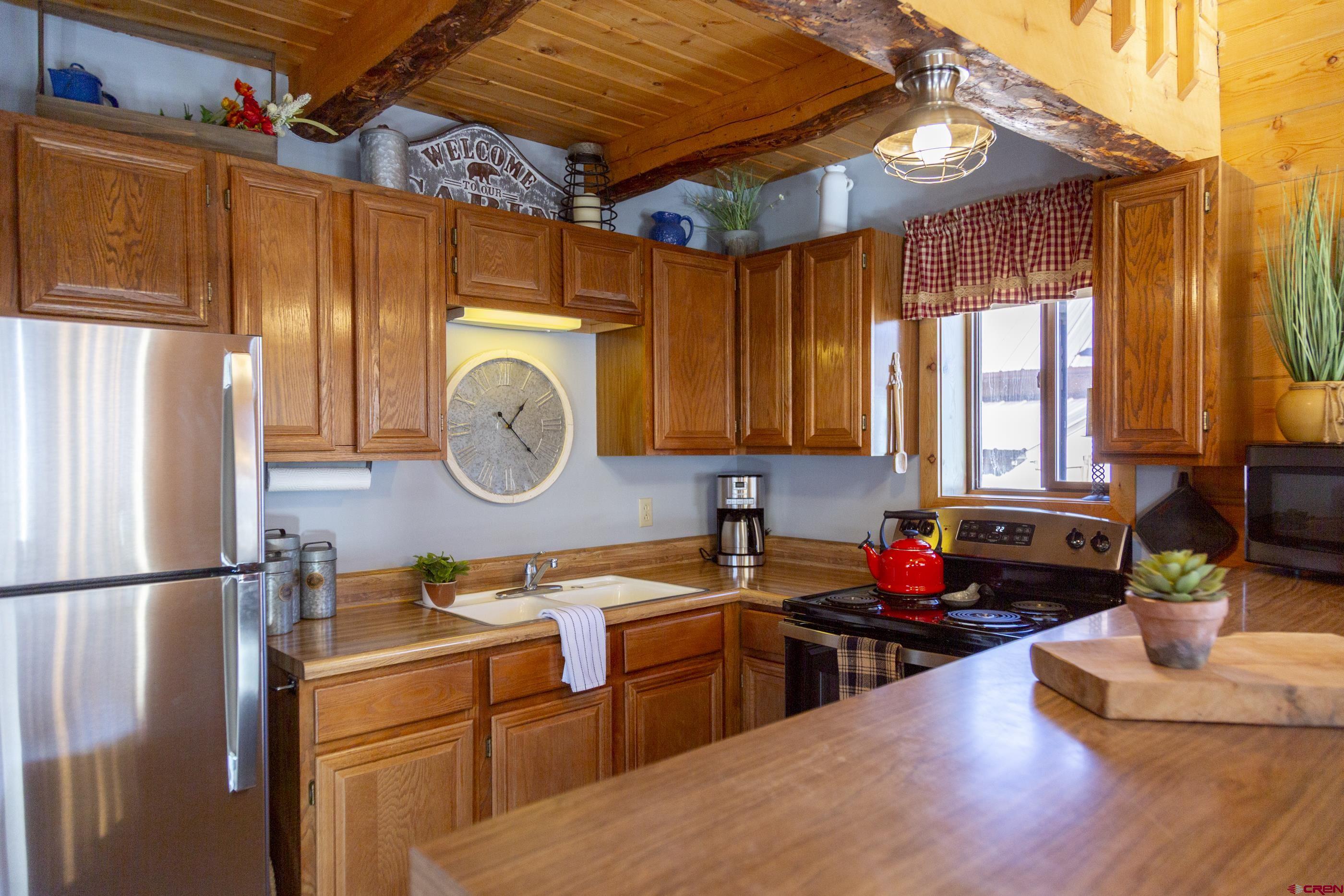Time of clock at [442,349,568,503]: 1:22
